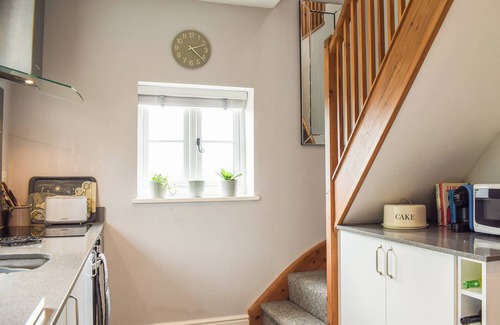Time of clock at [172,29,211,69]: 2:21
